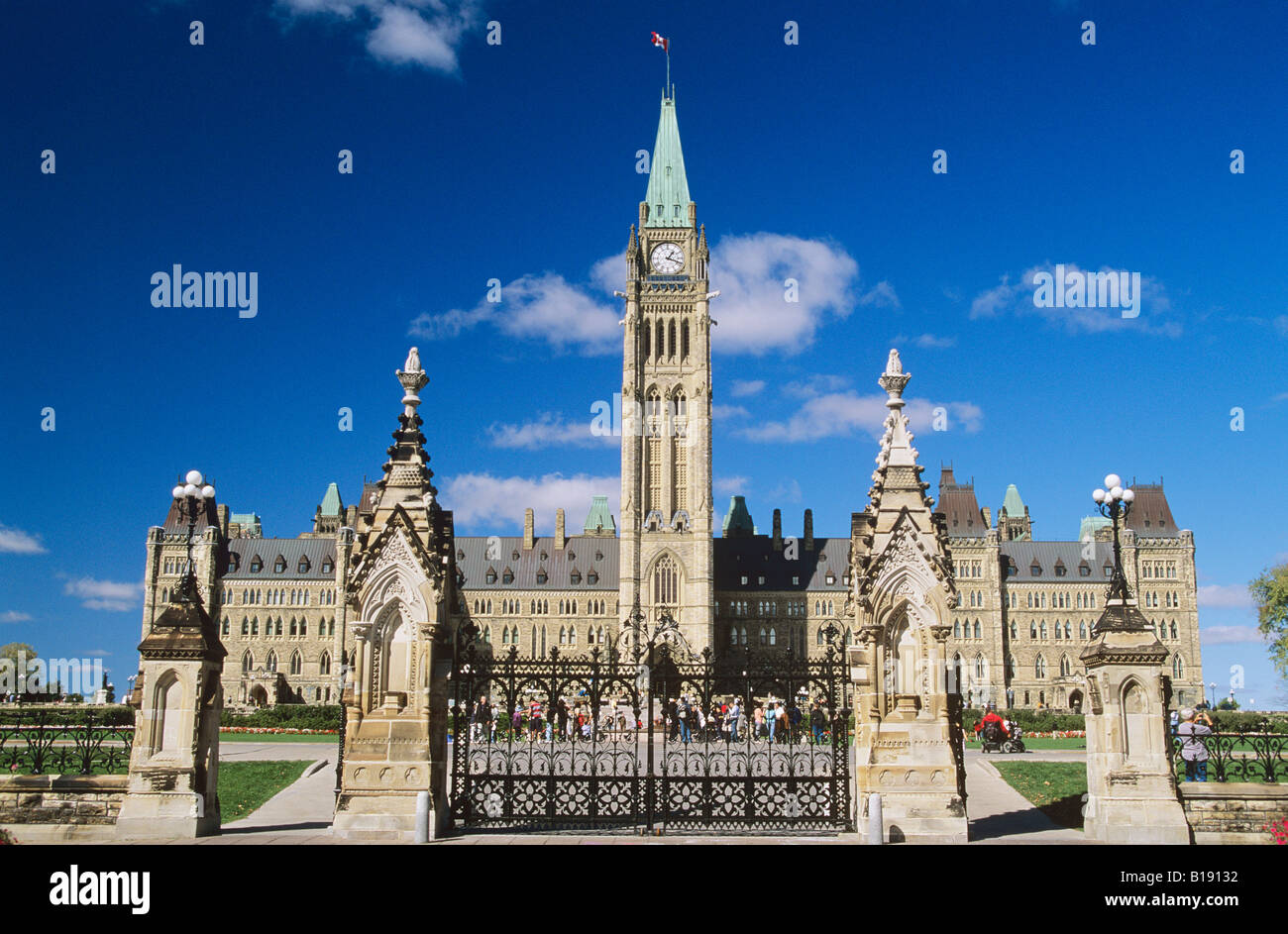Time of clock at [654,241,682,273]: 1:18
